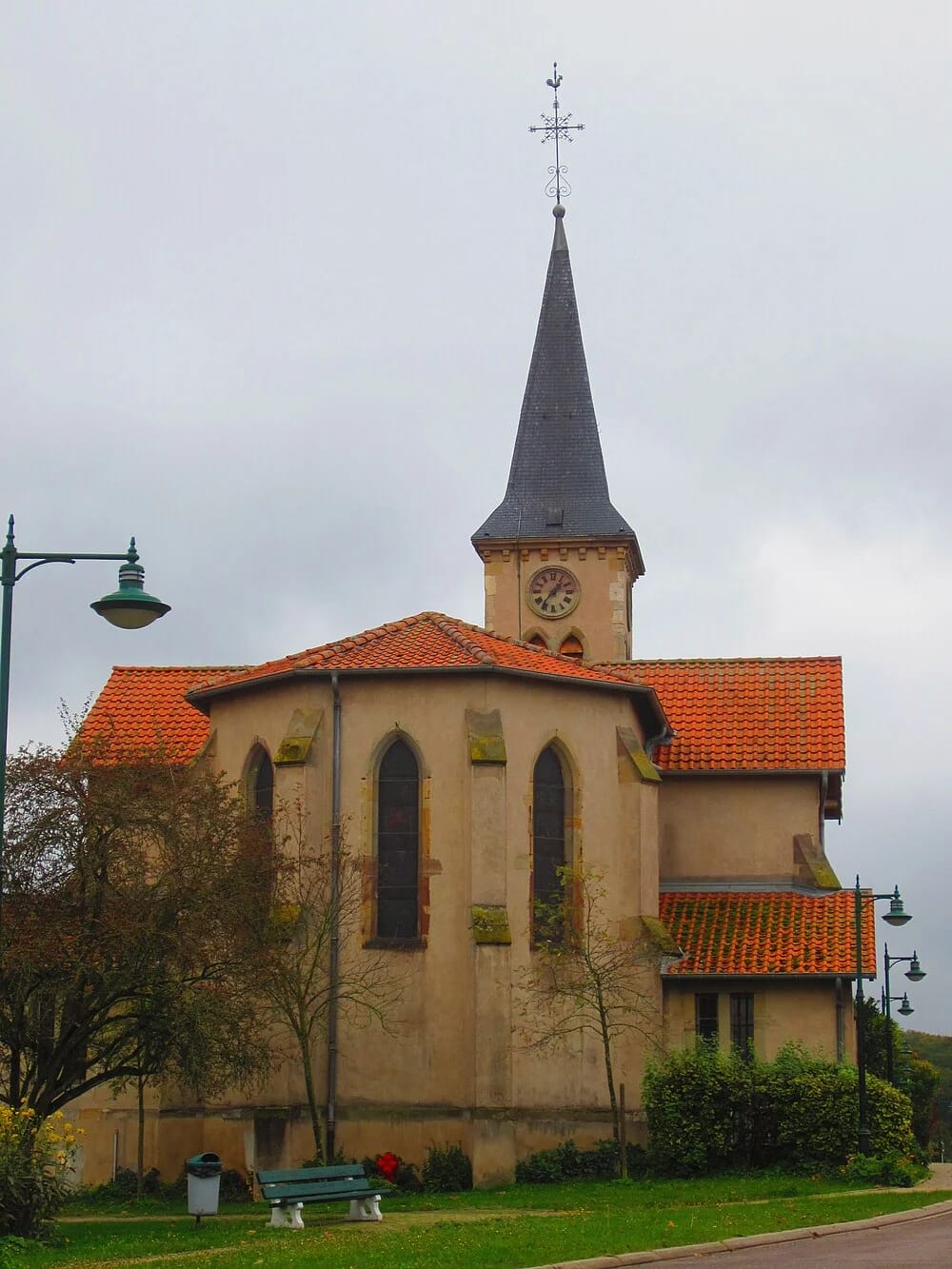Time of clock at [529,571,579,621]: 1:36
